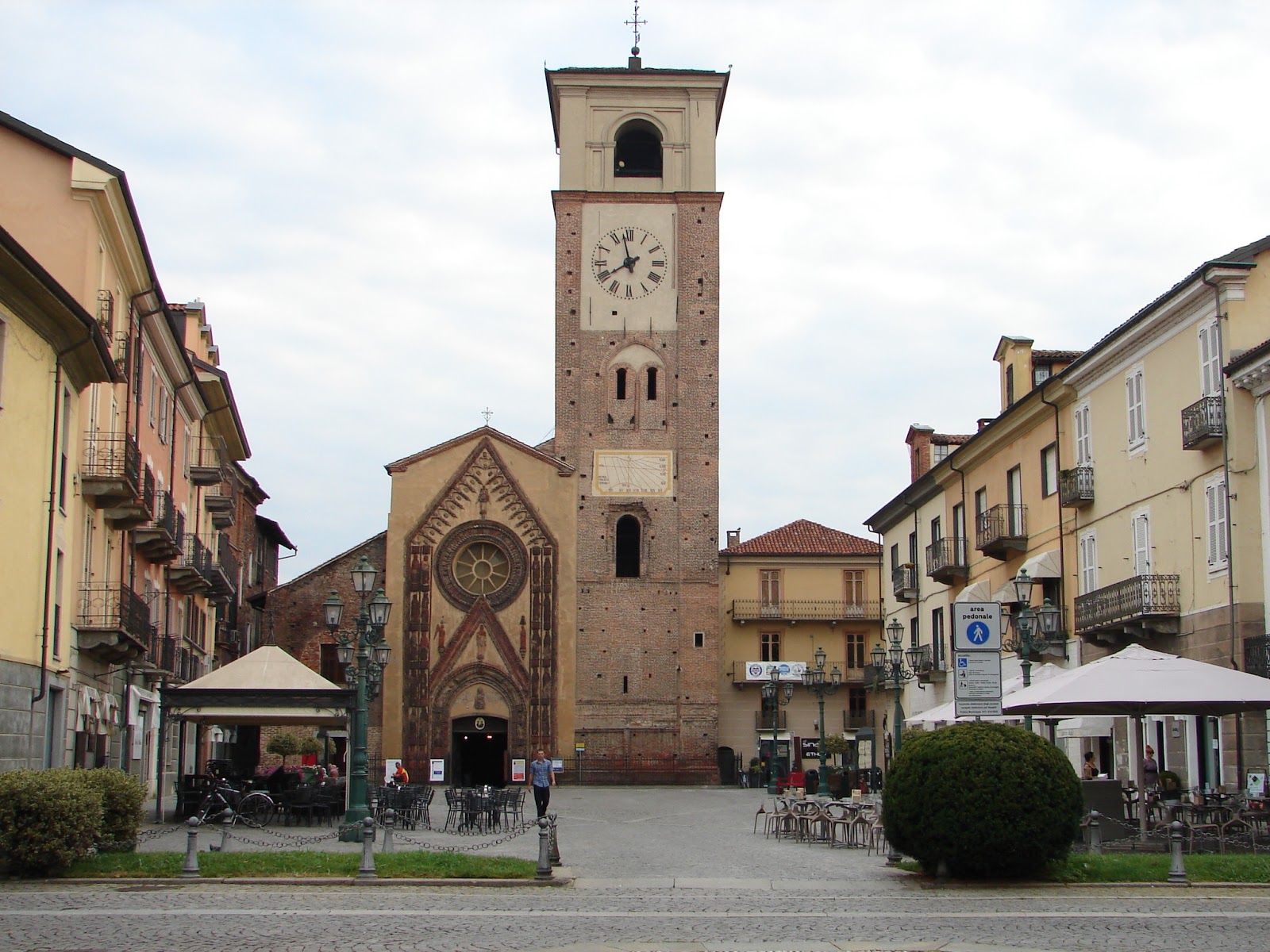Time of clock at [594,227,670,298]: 7:57
